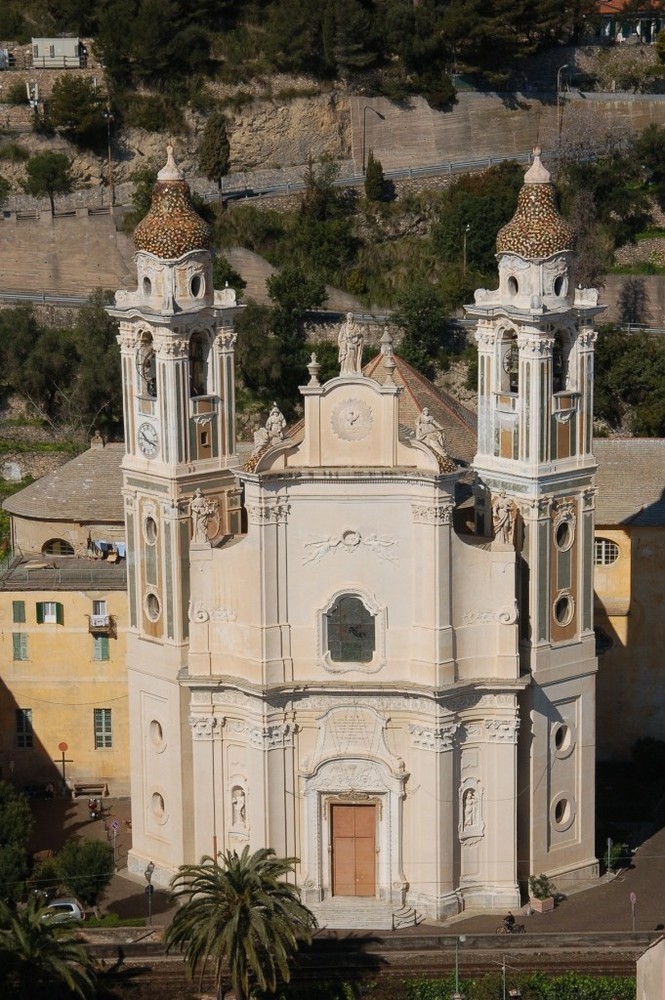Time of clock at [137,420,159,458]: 10:17
